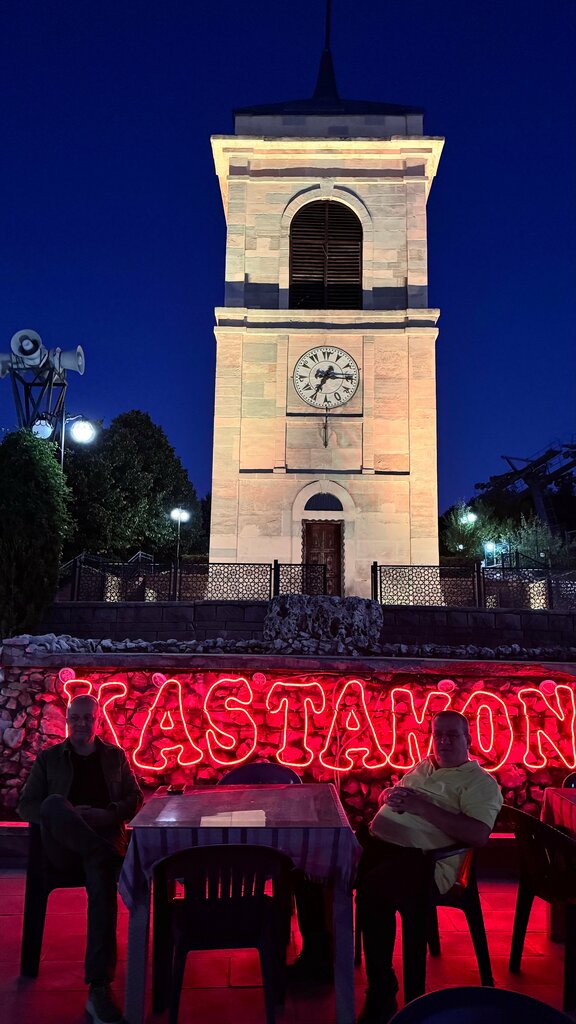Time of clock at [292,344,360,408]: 7:15
